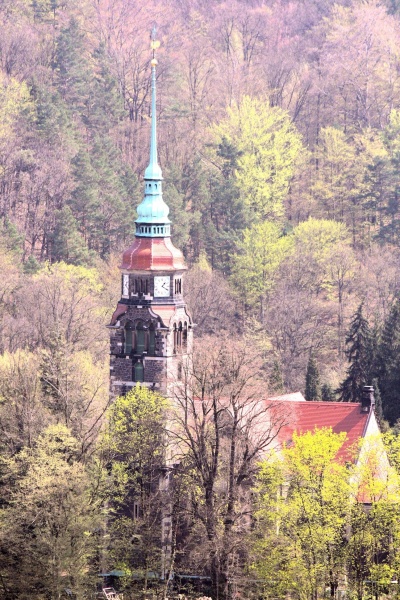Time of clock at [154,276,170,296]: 1:20
